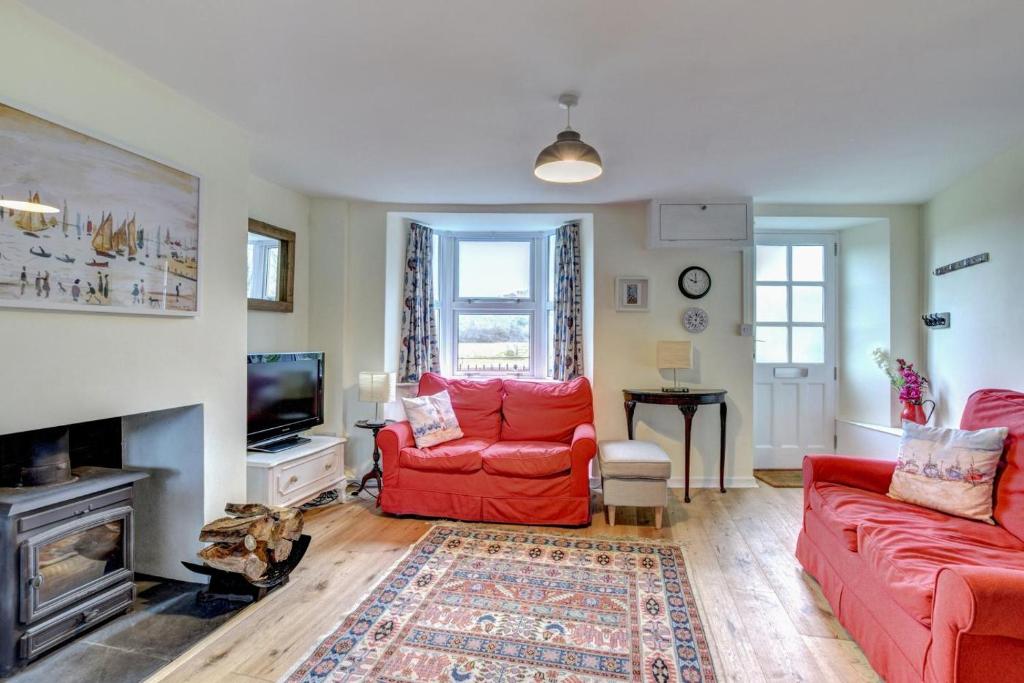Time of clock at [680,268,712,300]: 10:00
